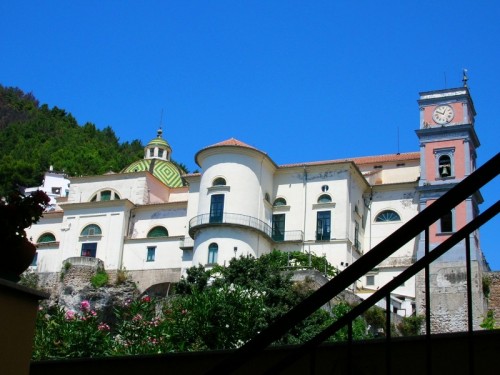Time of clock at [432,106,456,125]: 12:48
